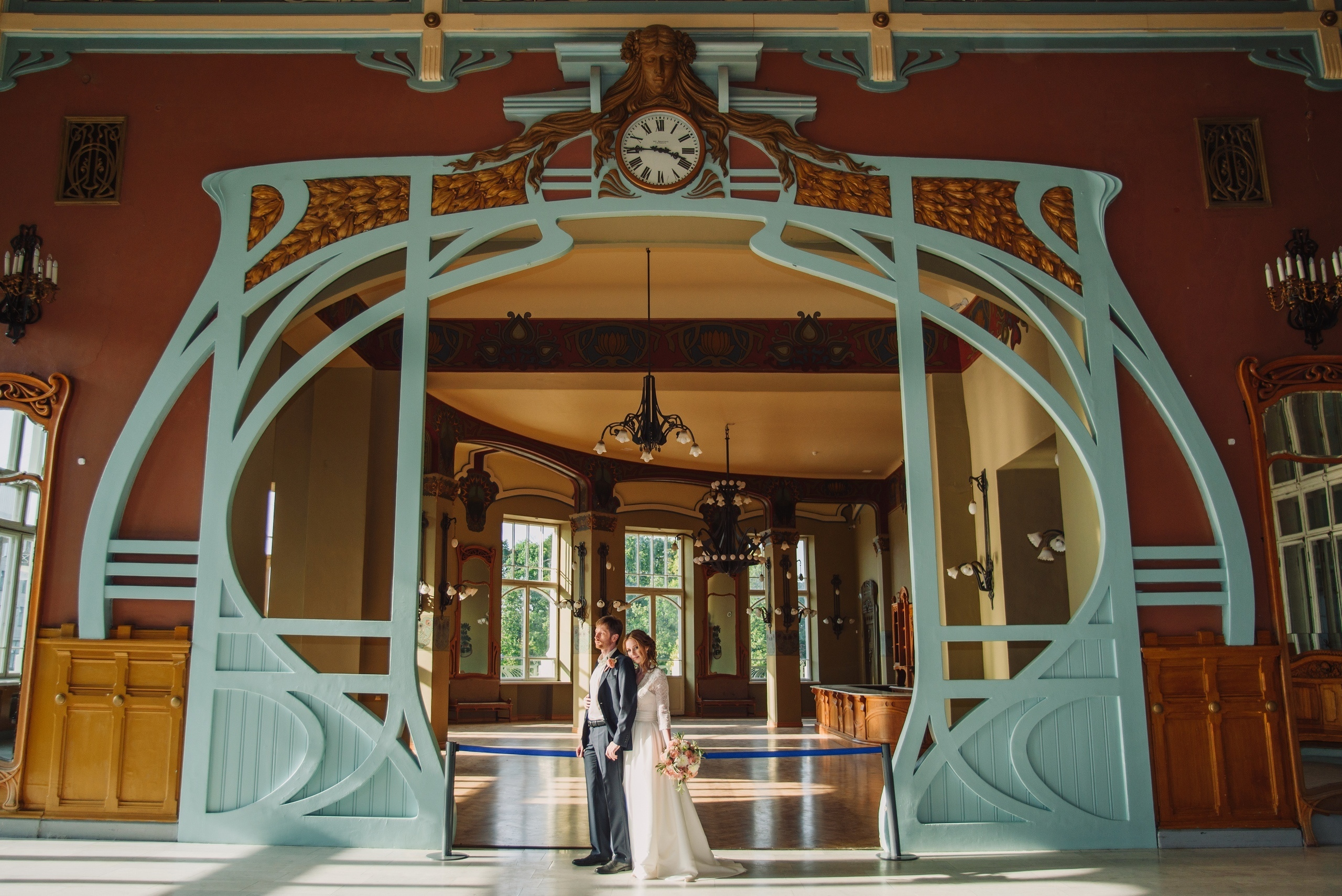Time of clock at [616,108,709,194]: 3:45
